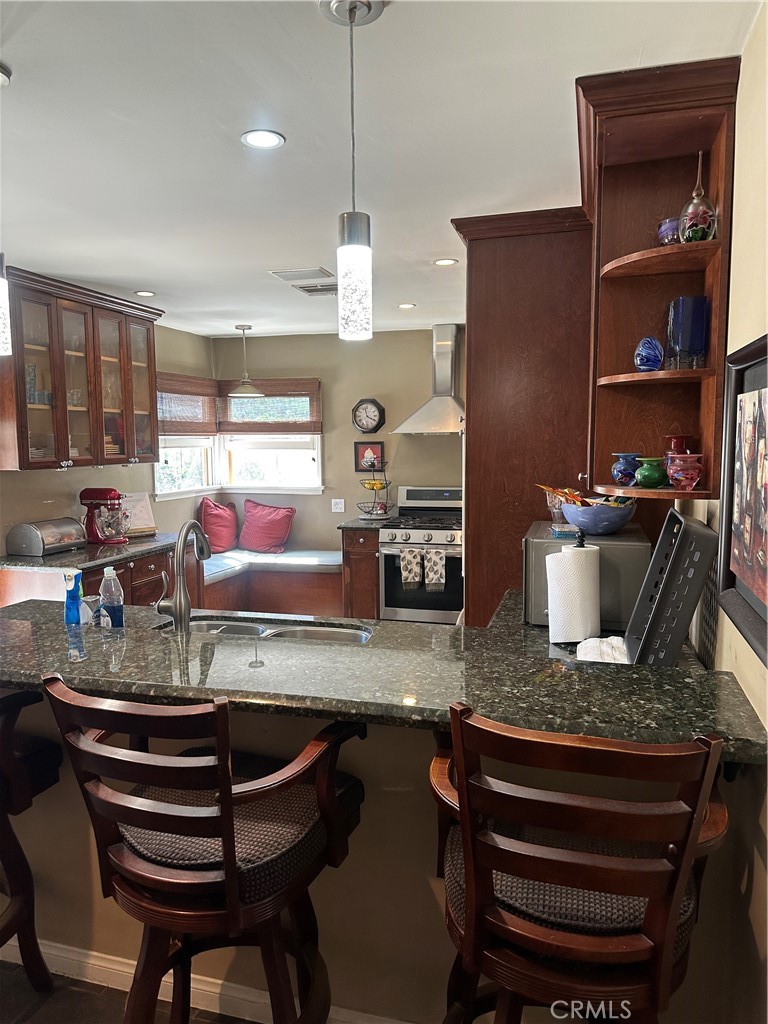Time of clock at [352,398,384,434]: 3:58
